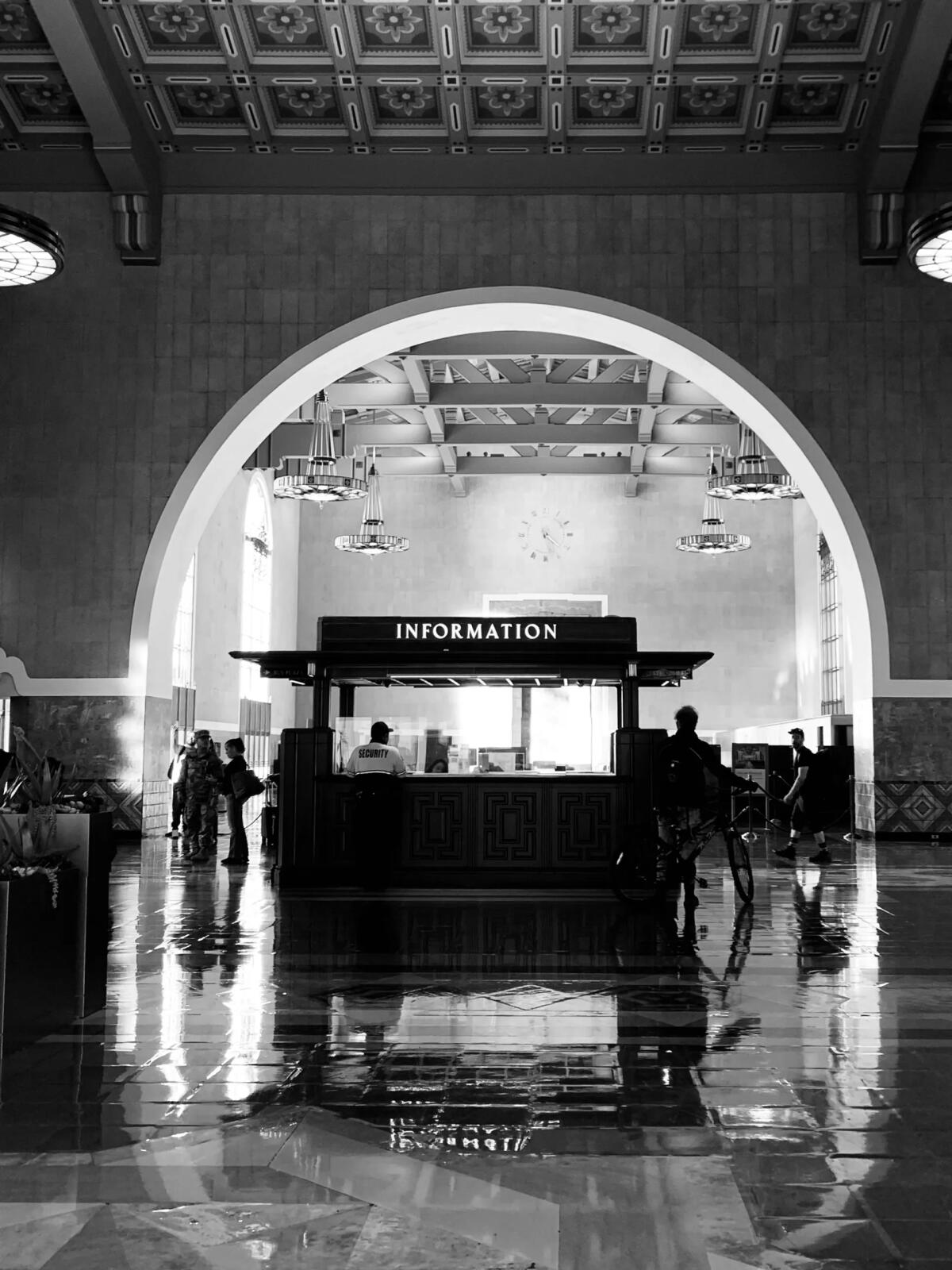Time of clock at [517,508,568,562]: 4:27
